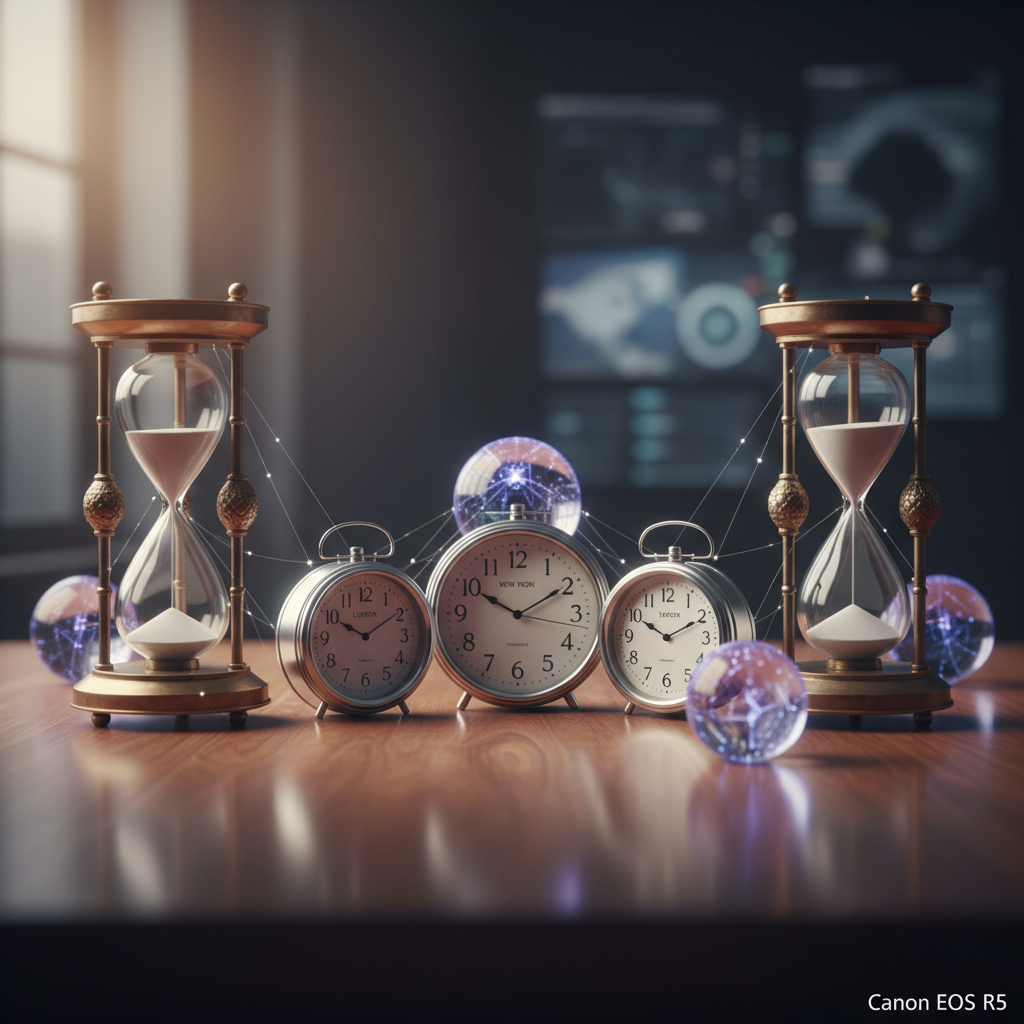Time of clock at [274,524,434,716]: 10:09
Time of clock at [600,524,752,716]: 10:10
